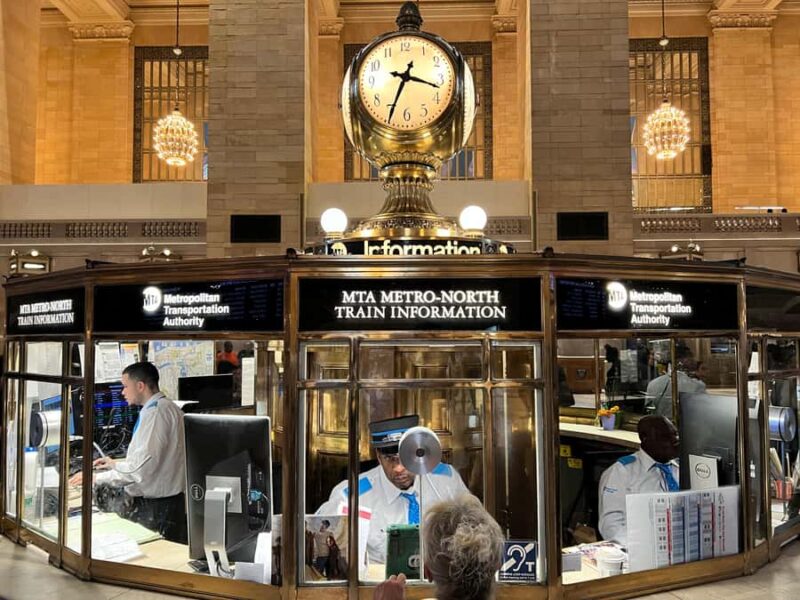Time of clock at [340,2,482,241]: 3:34
